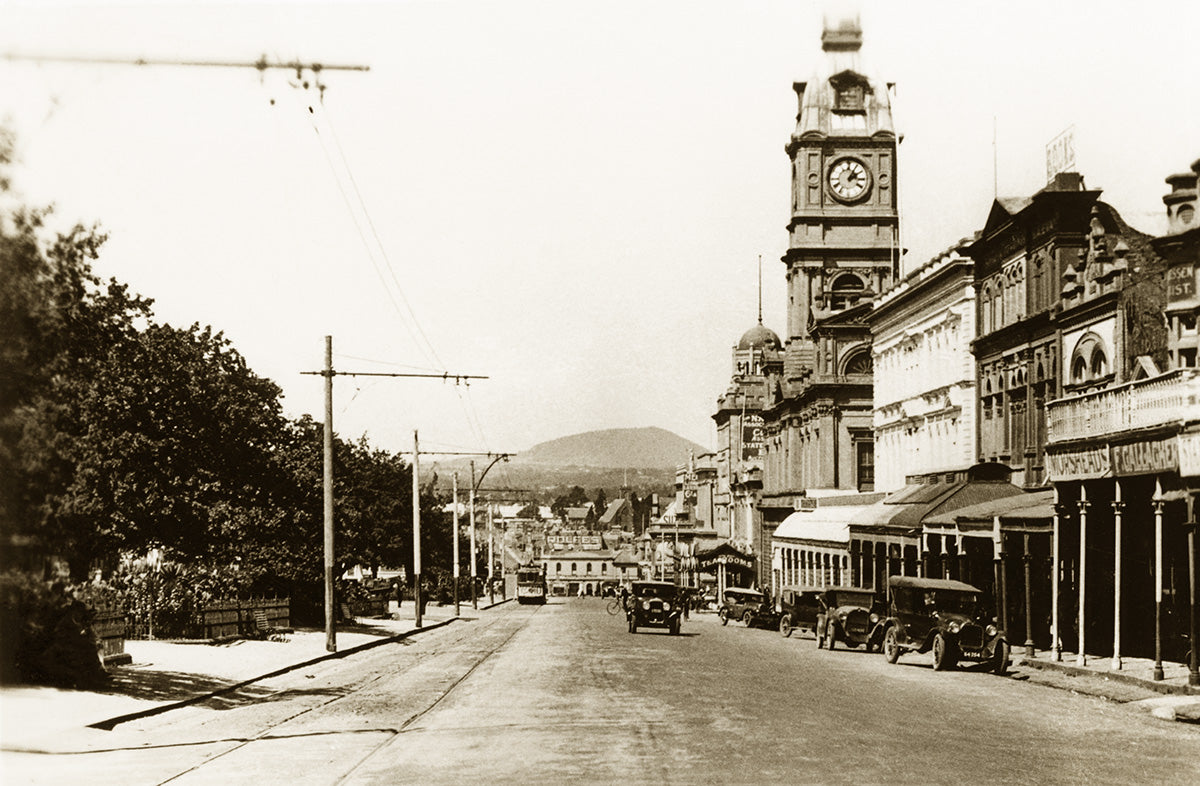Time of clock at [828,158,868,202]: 2:05
